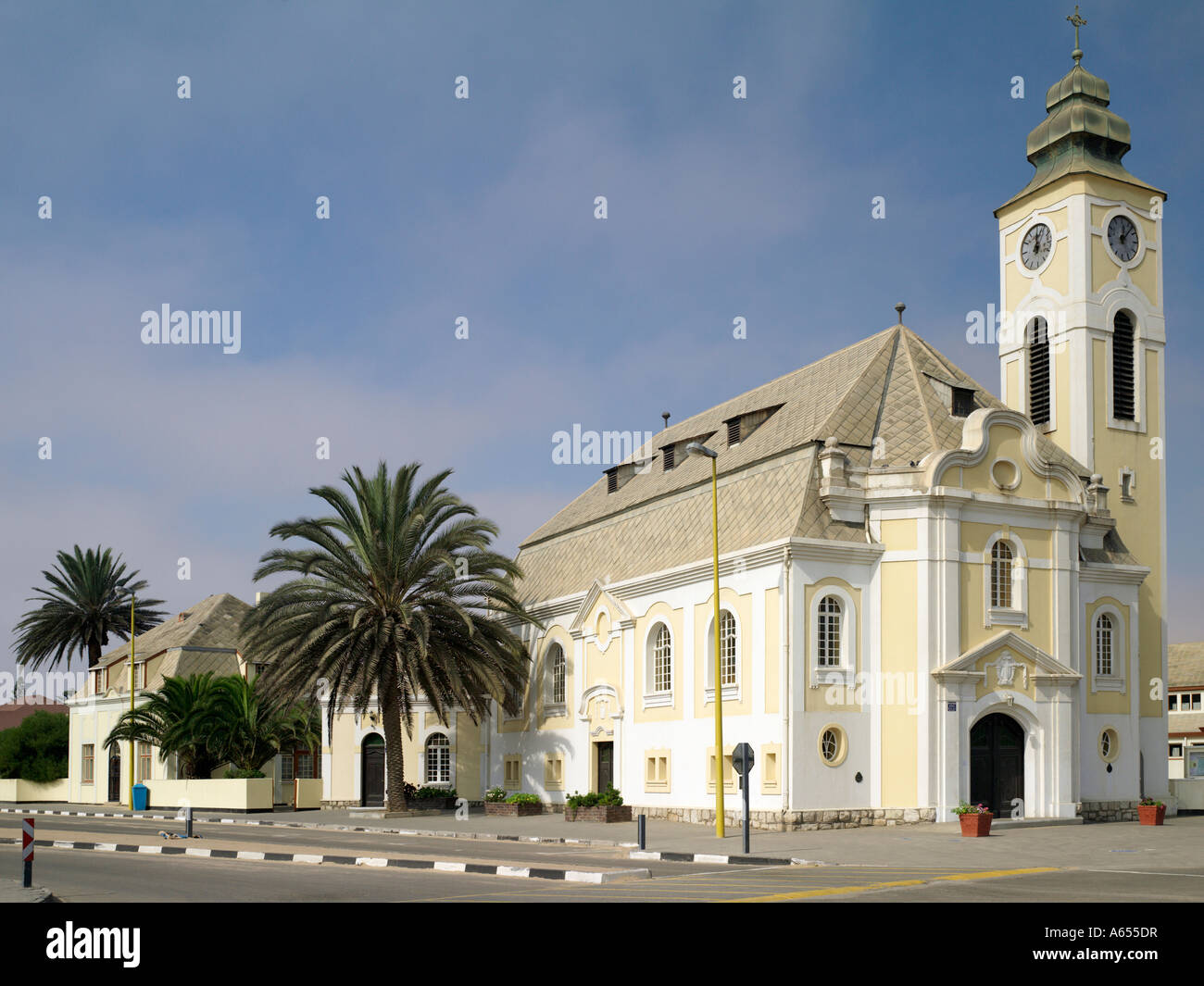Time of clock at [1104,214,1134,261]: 12:06
